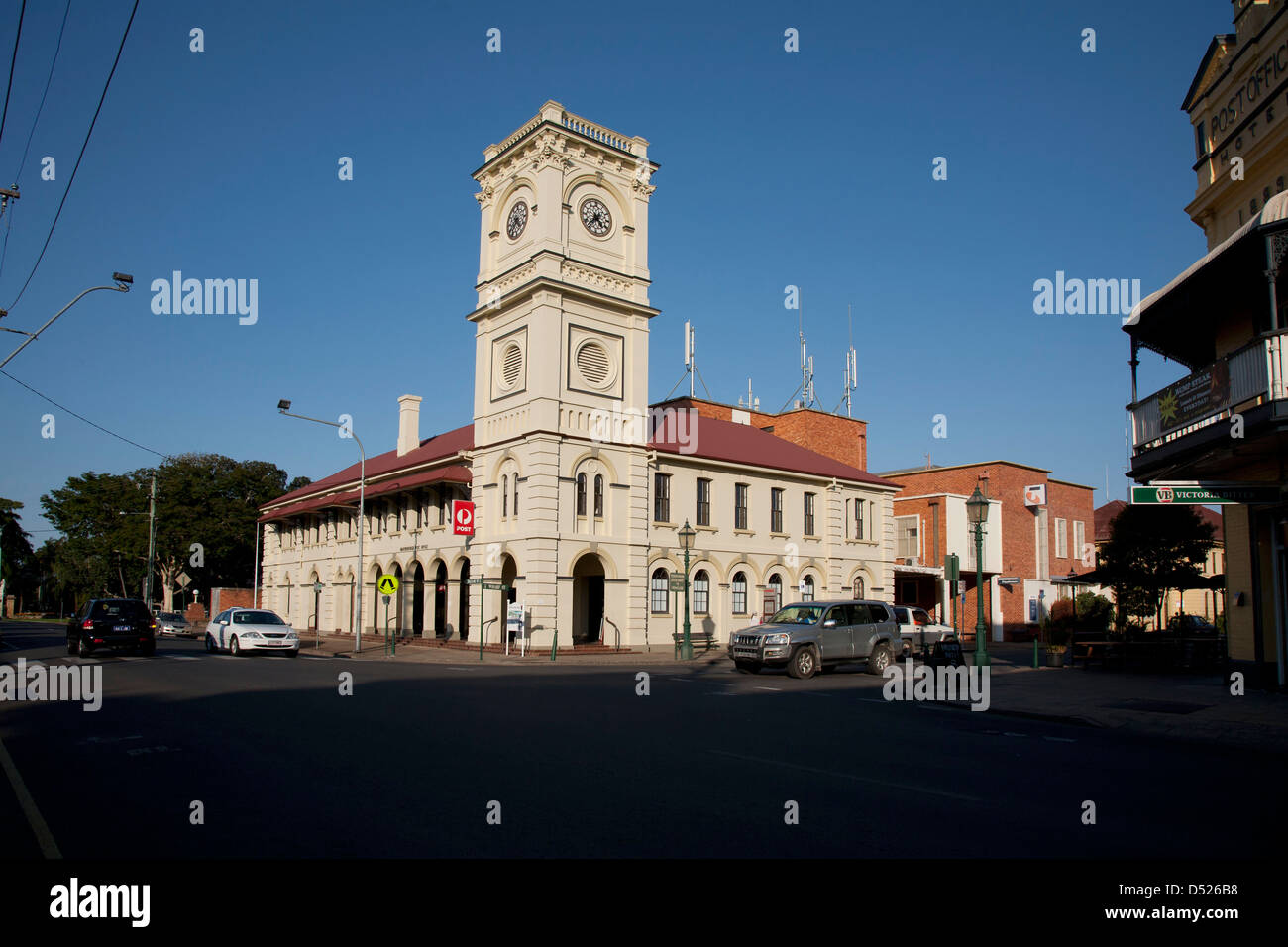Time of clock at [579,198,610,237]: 4:37
